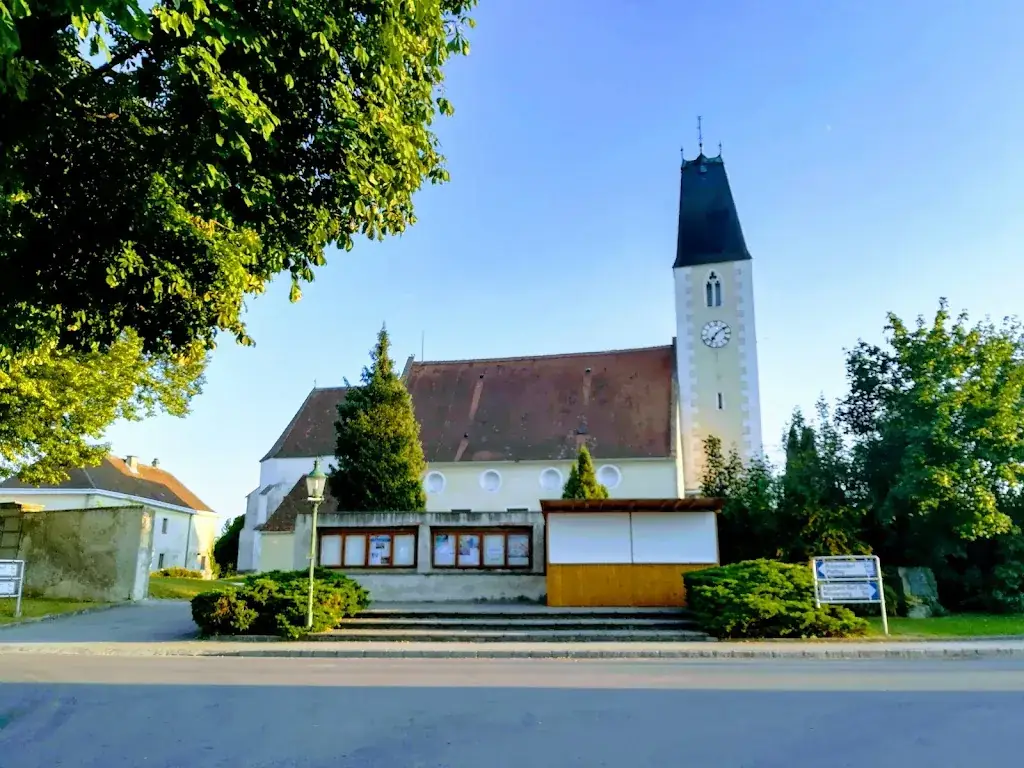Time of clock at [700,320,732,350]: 7:09
